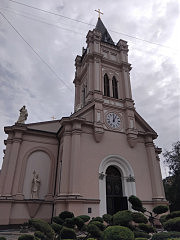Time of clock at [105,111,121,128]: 12:05
